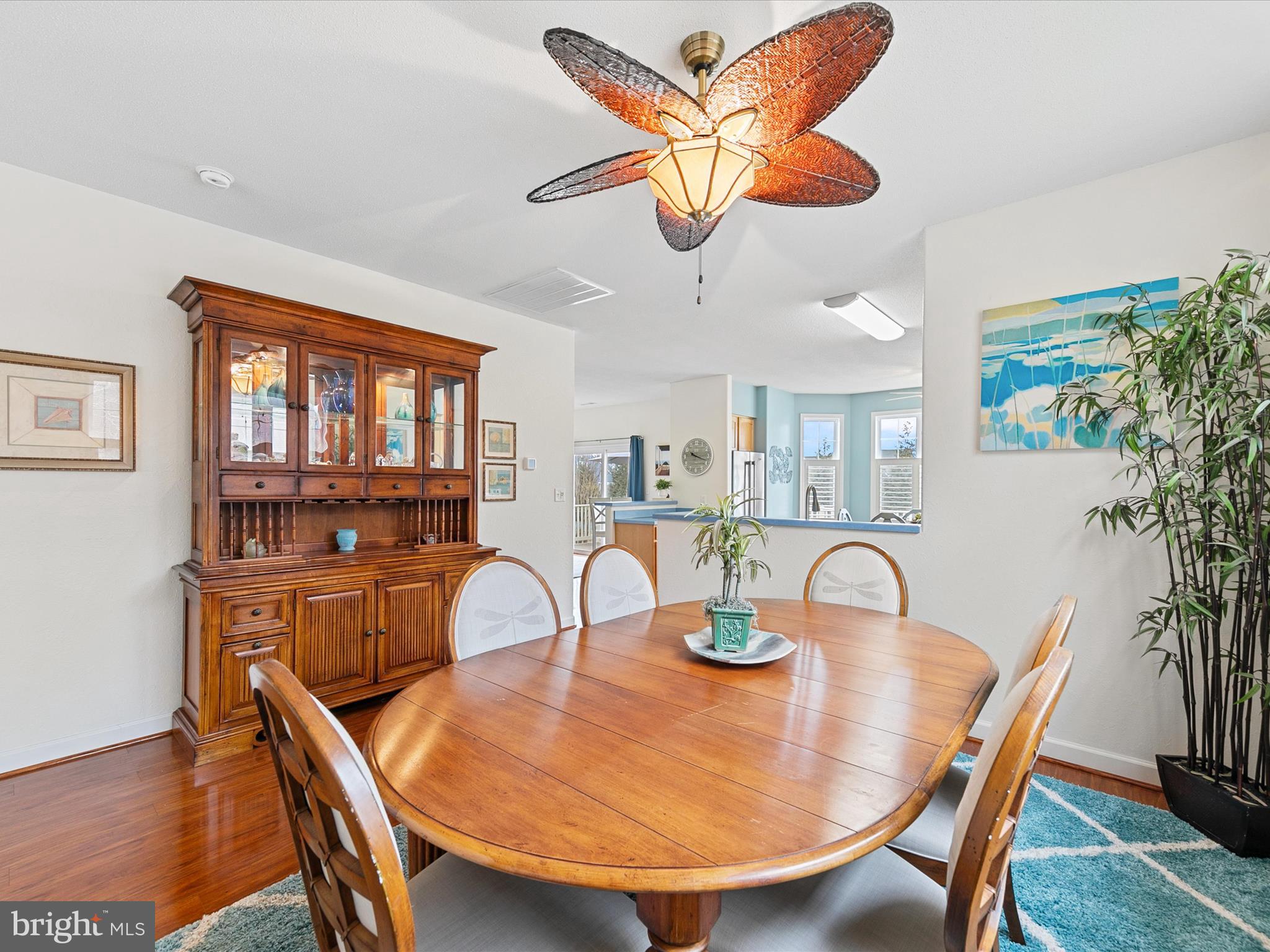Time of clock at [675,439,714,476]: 10:18
